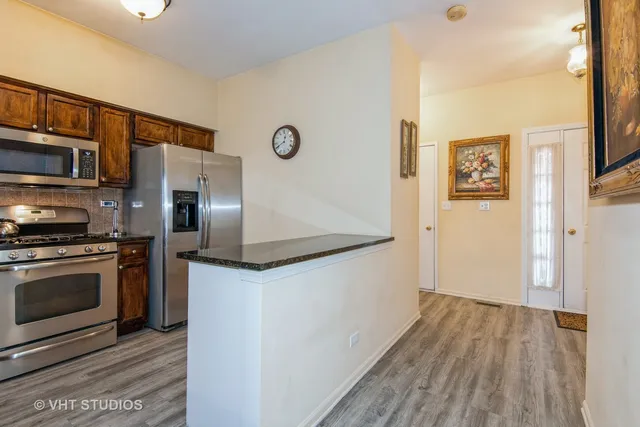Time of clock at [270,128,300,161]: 12:40
